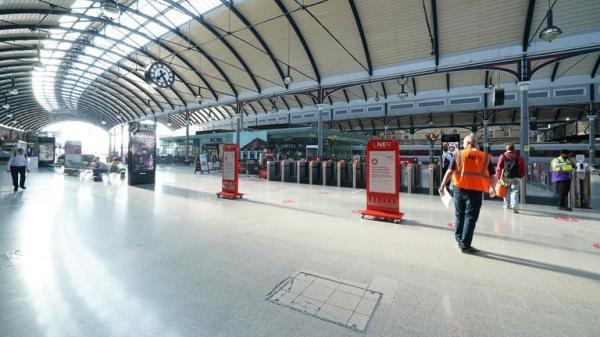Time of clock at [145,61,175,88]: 7:25
